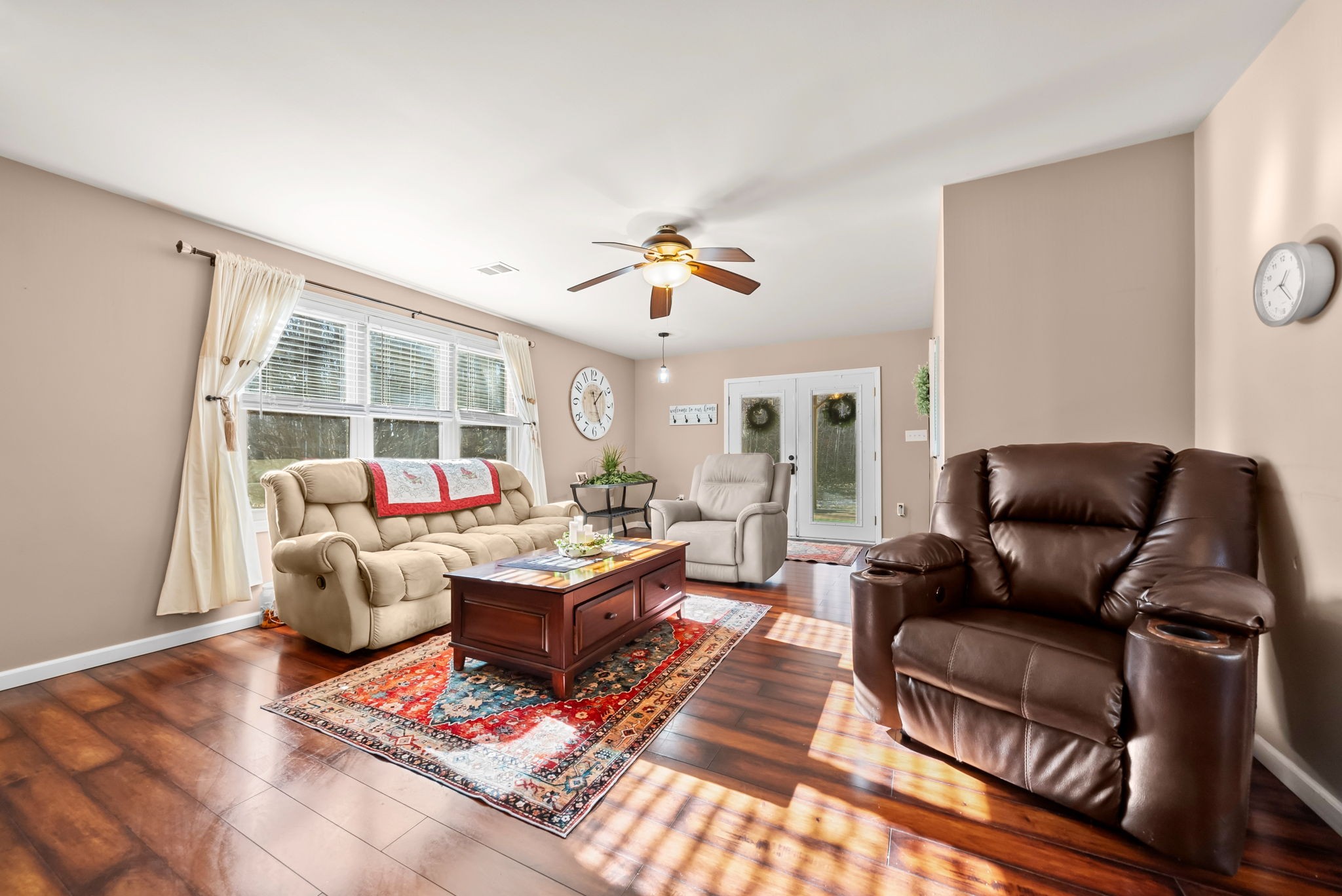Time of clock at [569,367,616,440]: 1:26
